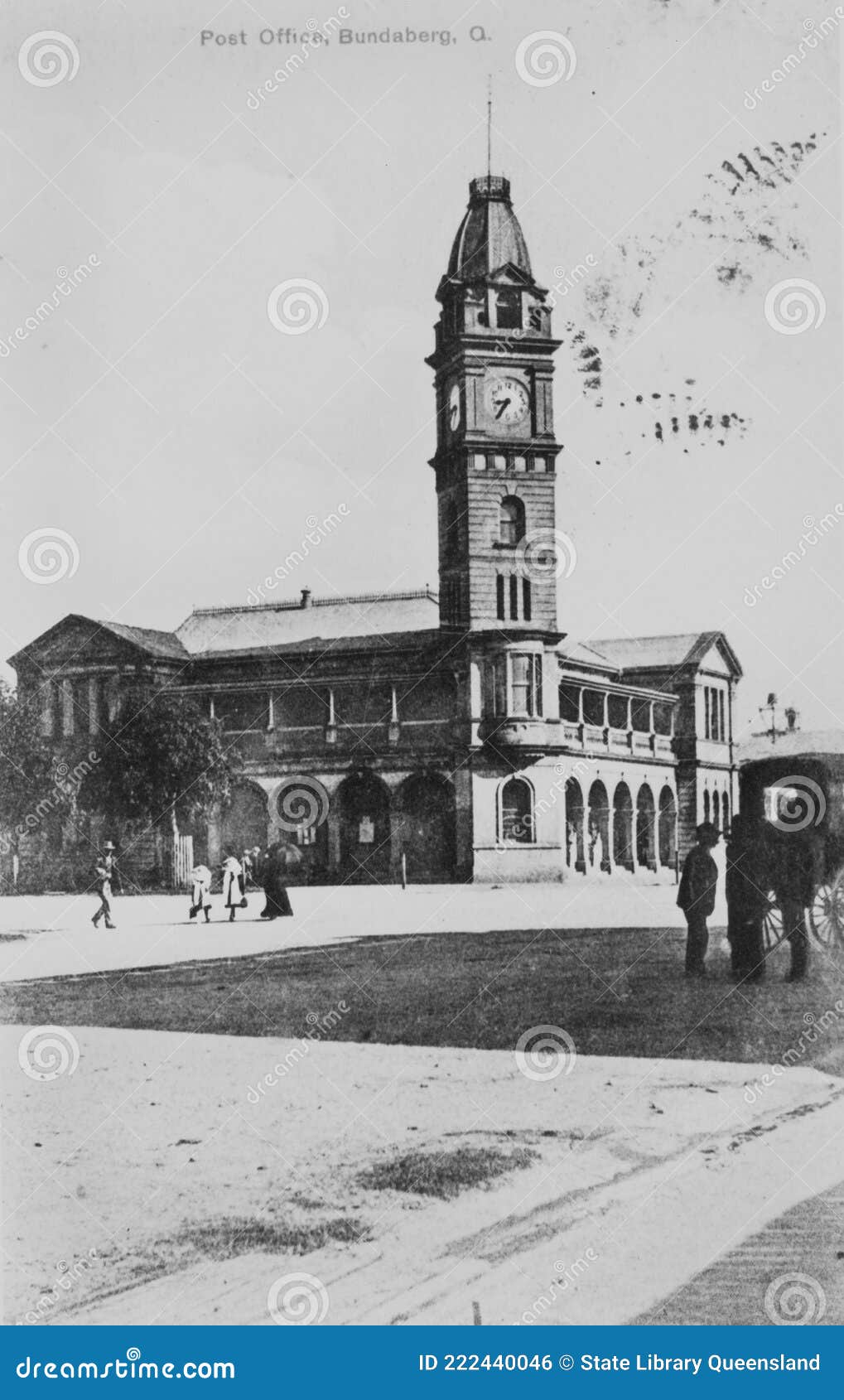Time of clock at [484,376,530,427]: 8:35
